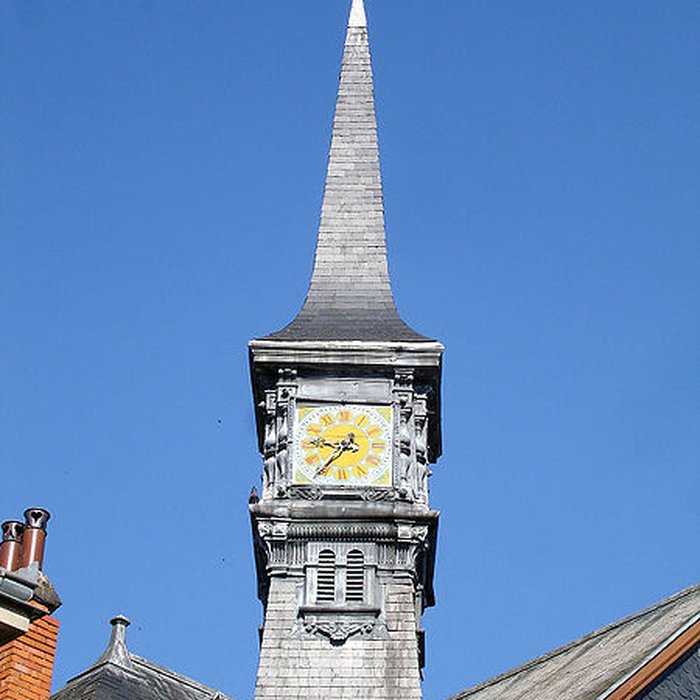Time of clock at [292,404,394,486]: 9:36
